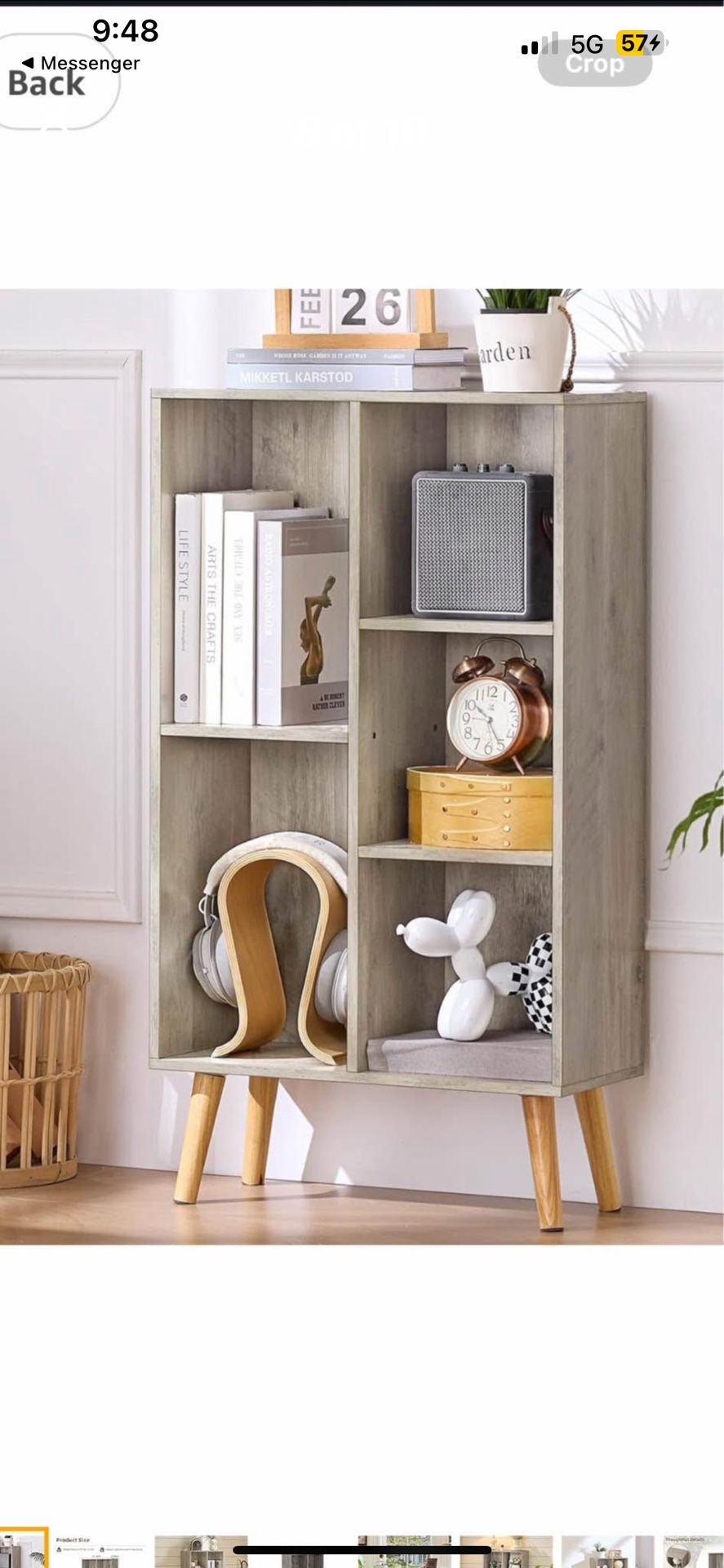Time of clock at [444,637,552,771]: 10:25
